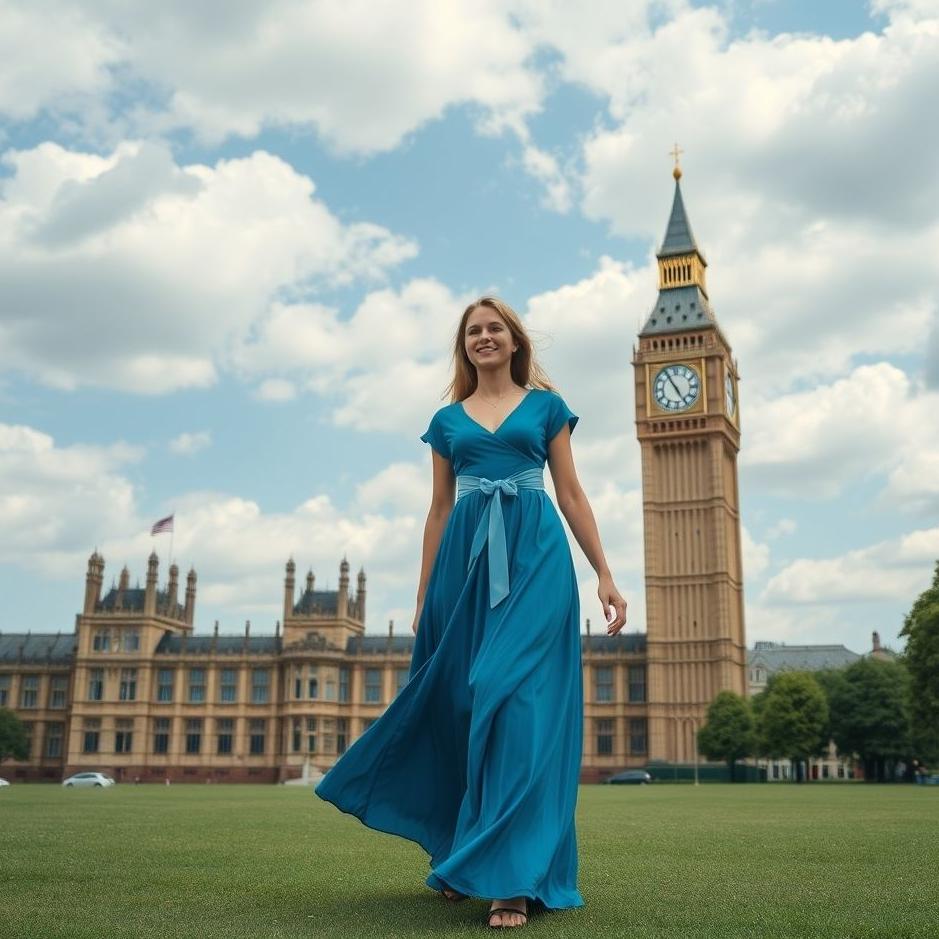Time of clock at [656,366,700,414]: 4:54
